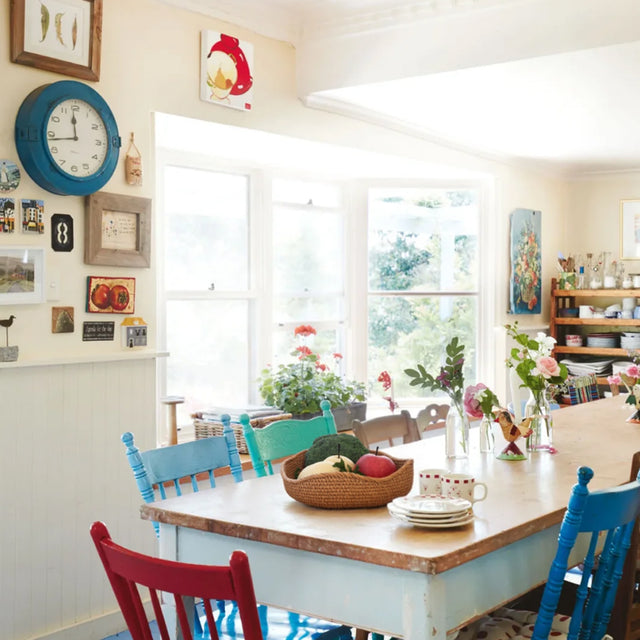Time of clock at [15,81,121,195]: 11:43
